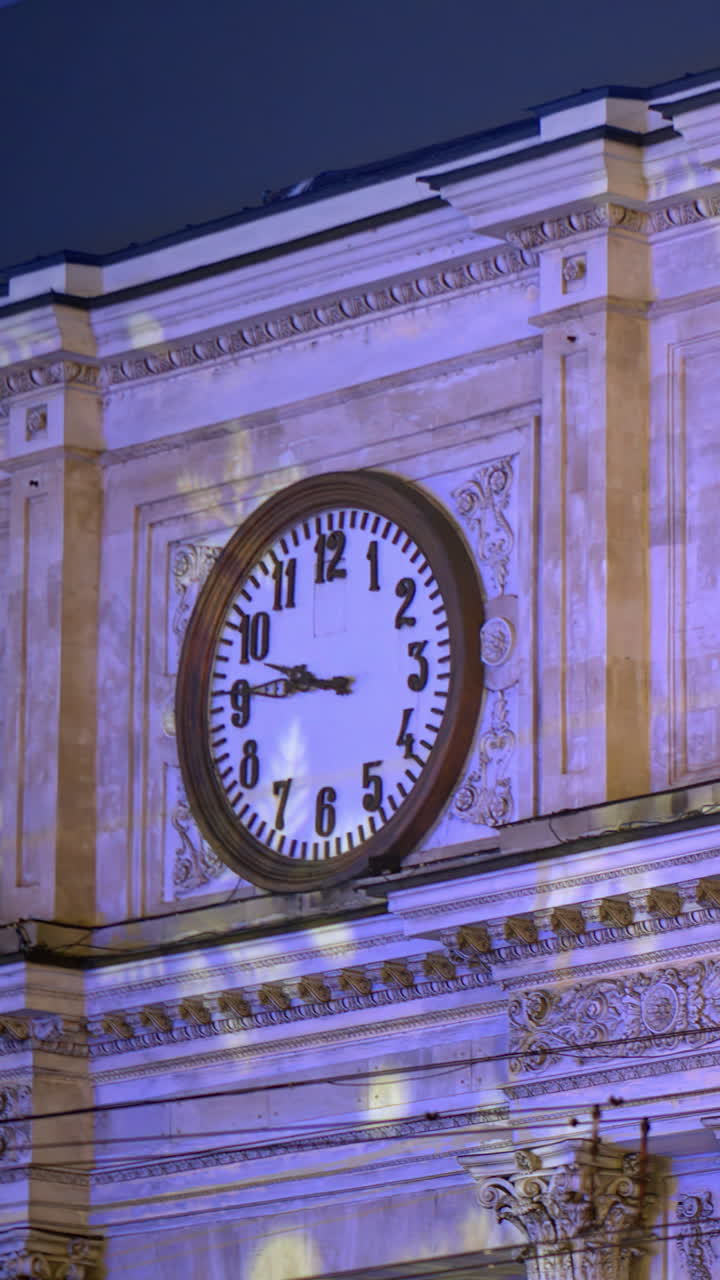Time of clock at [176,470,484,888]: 9:45
